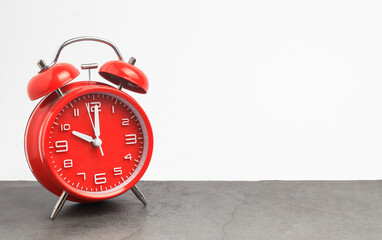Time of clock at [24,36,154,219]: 10:00
